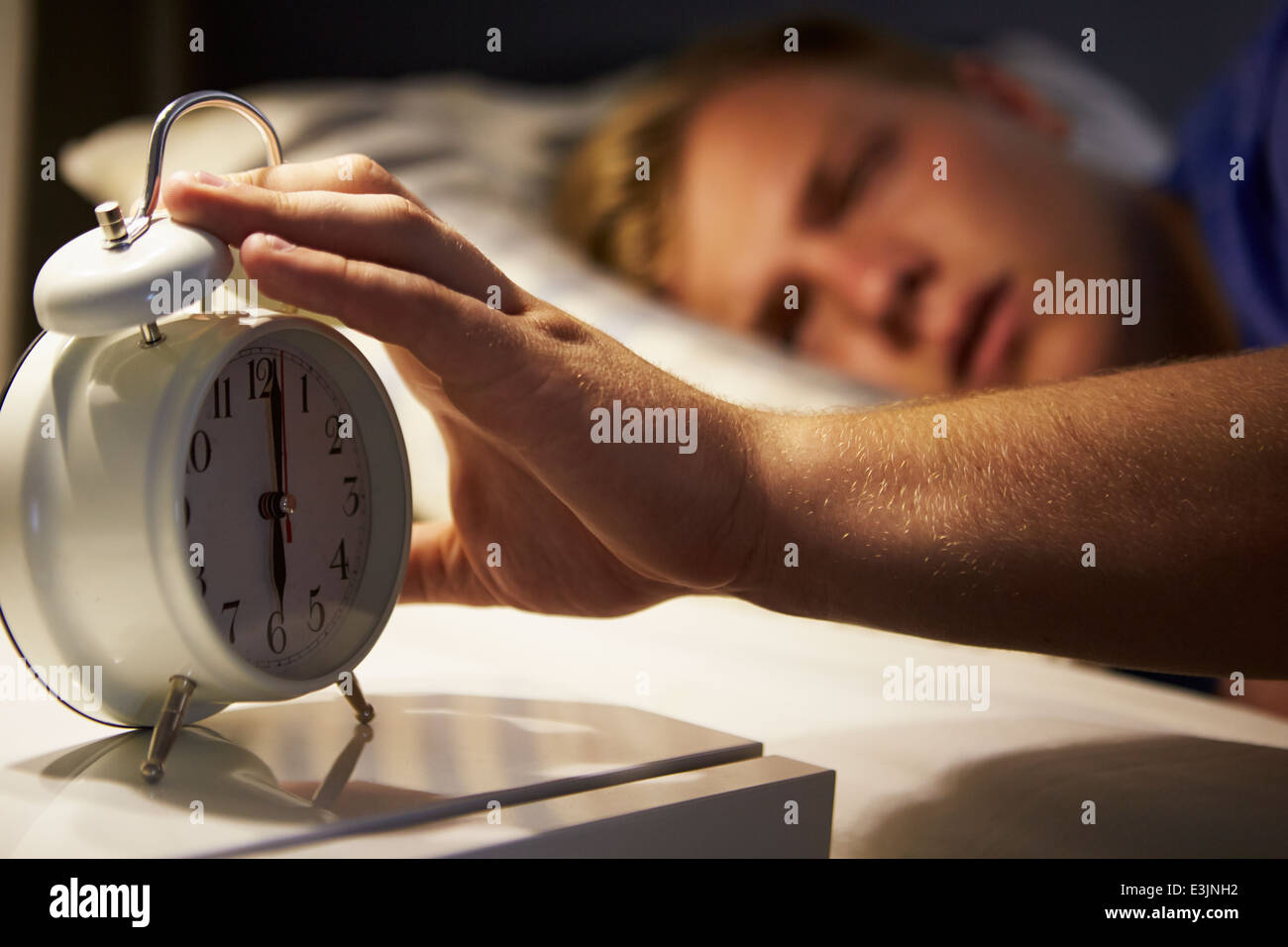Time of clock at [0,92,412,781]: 6:01
